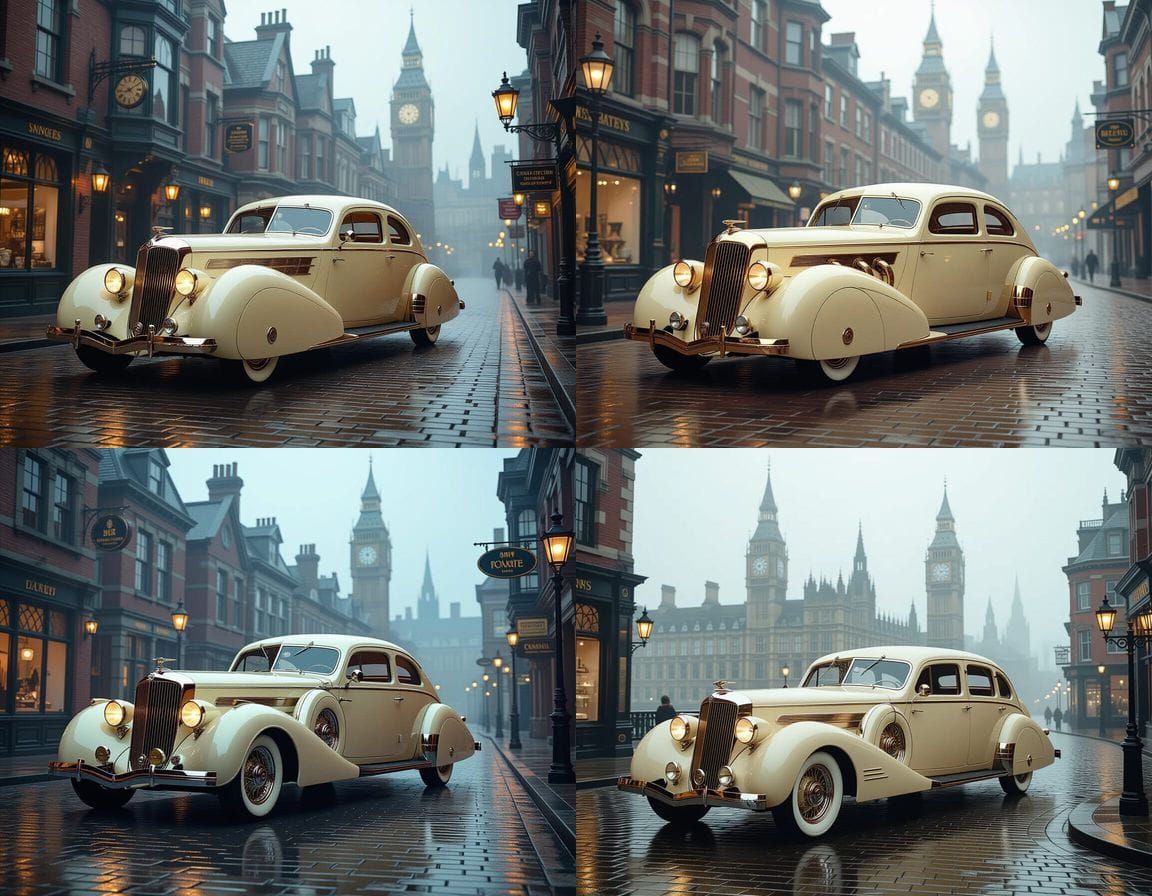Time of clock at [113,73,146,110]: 8:09
